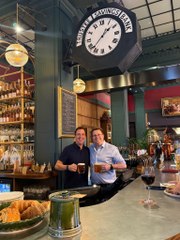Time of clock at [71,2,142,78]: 1:37
